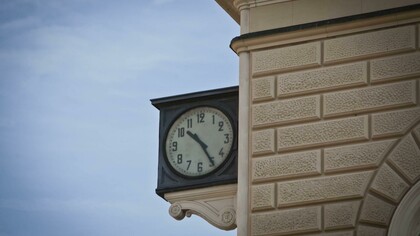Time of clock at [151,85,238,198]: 10:24
